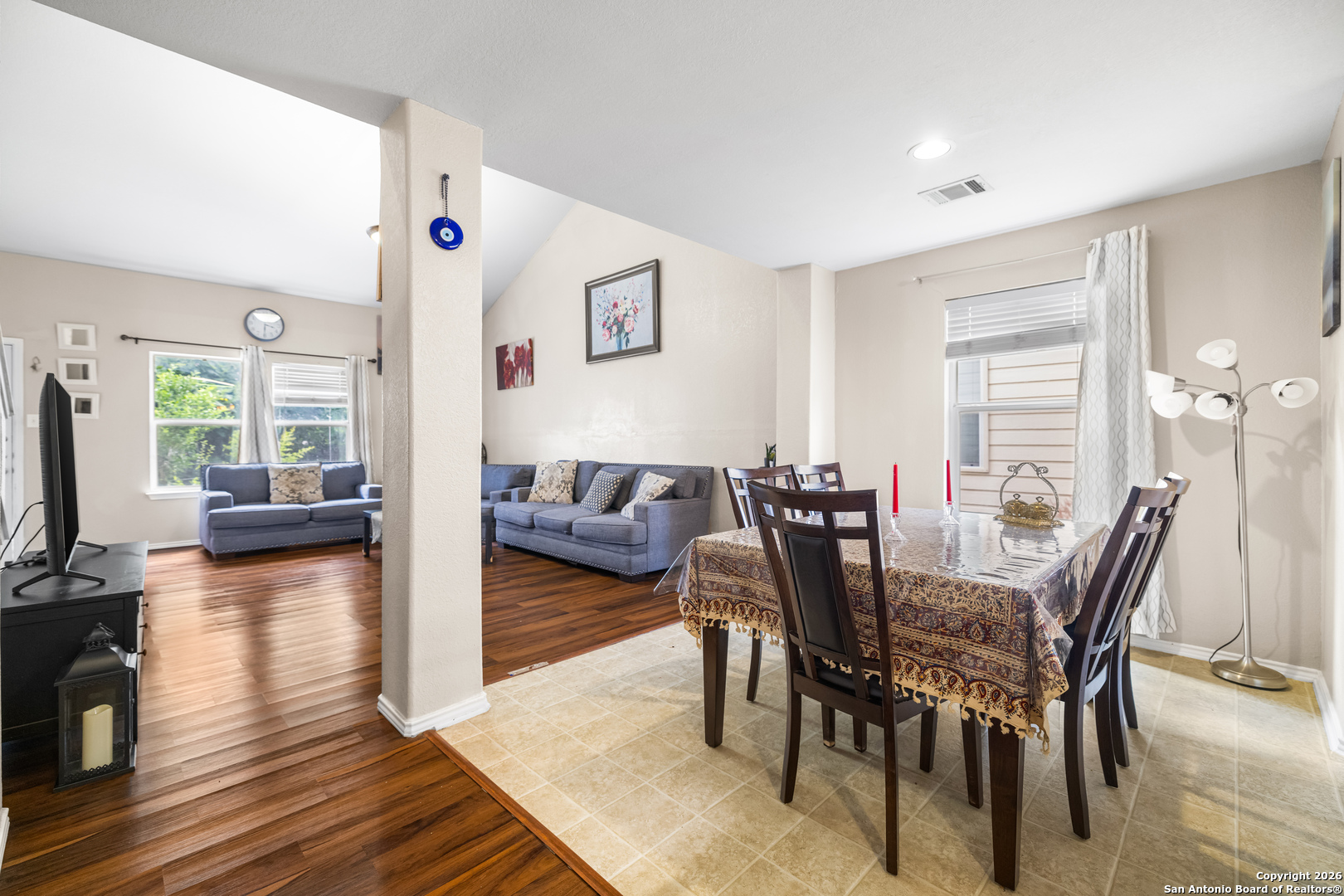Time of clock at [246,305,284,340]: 3:30
